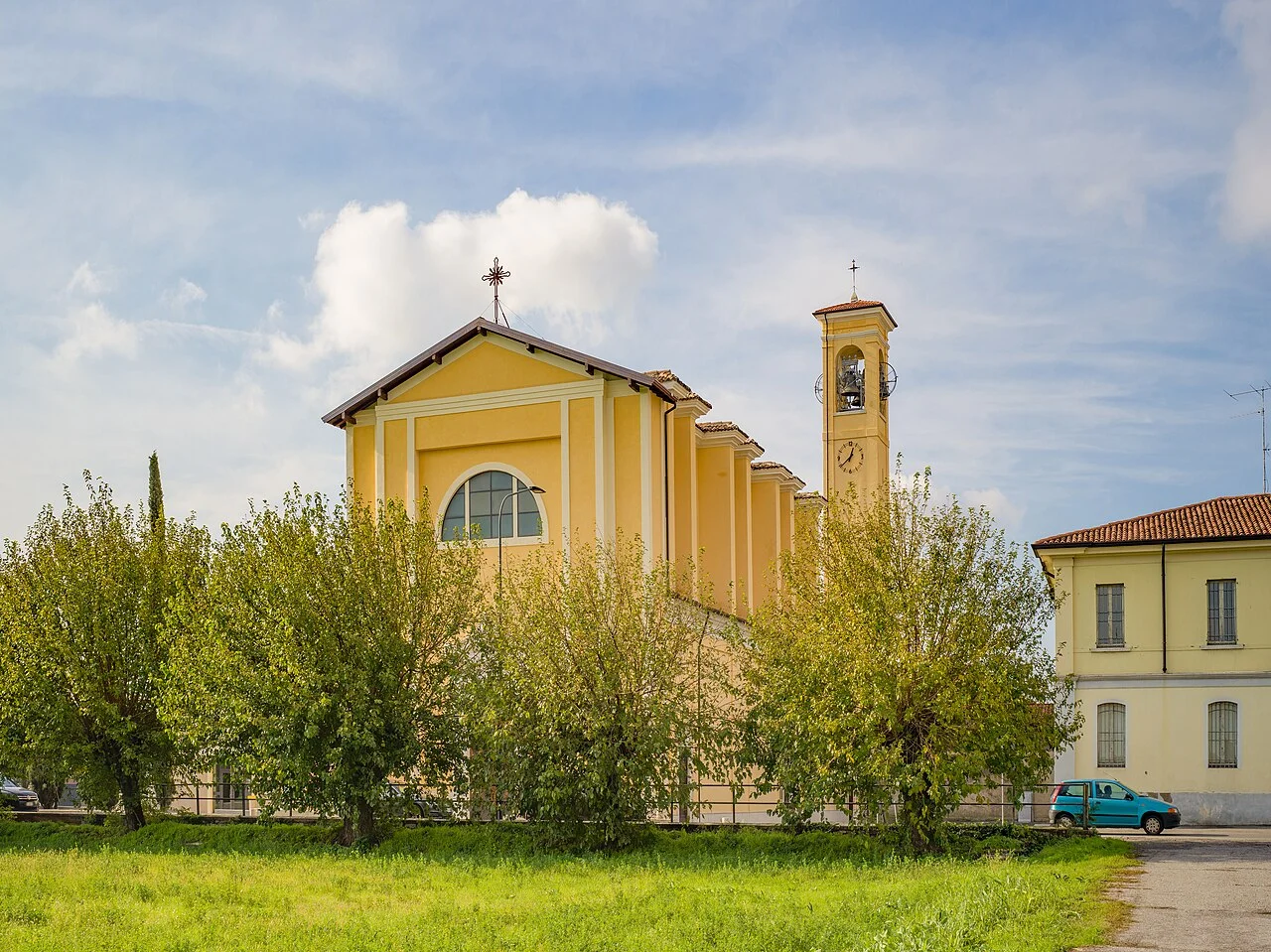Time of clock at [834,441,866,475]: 12:38
